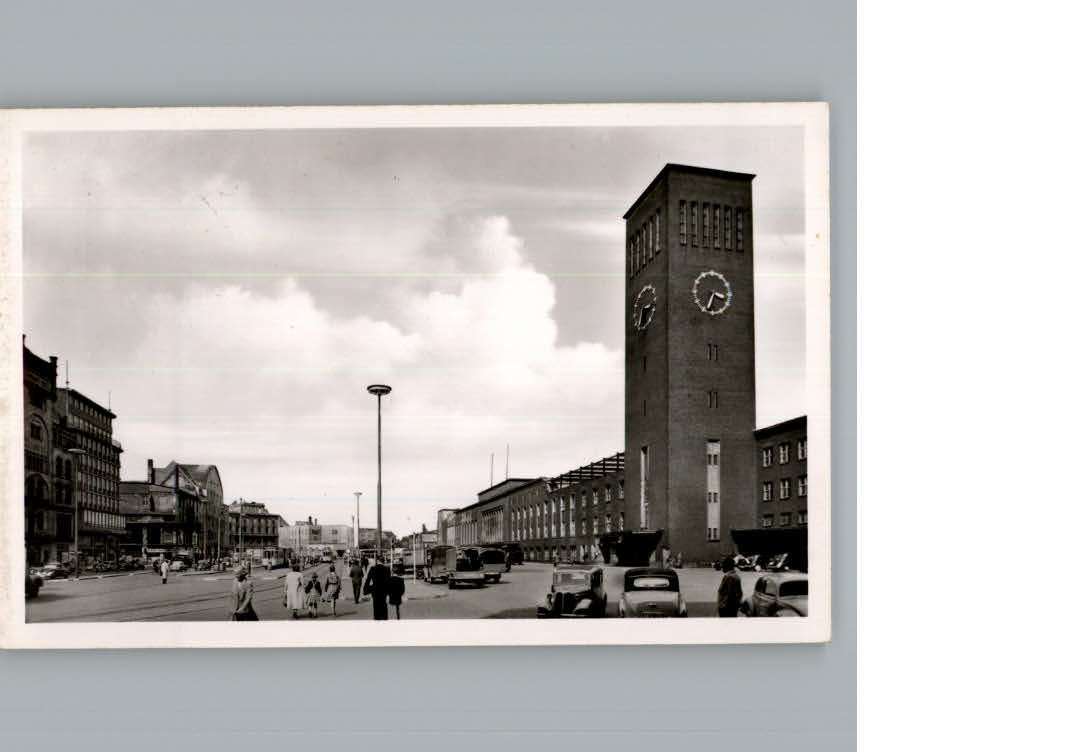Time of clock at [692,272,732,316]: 3:34
